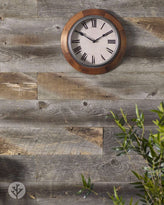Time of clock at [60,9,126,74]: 1:50
